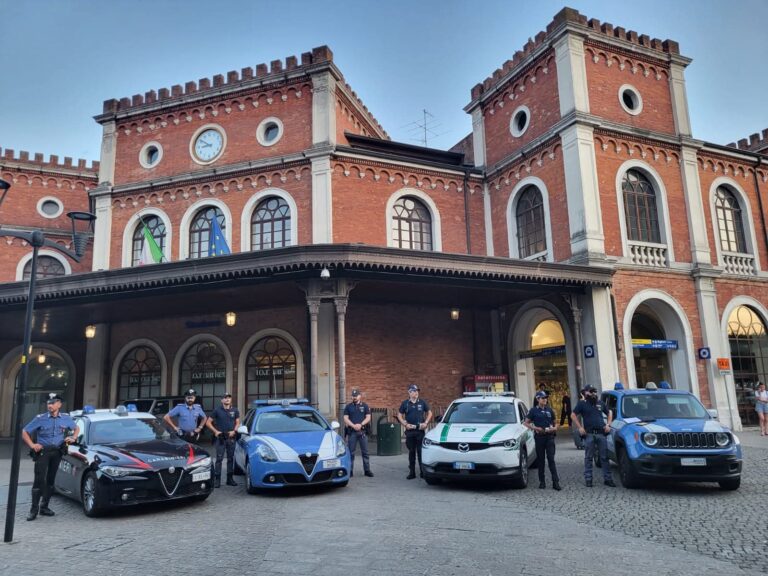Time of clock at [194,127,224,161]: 8:50
